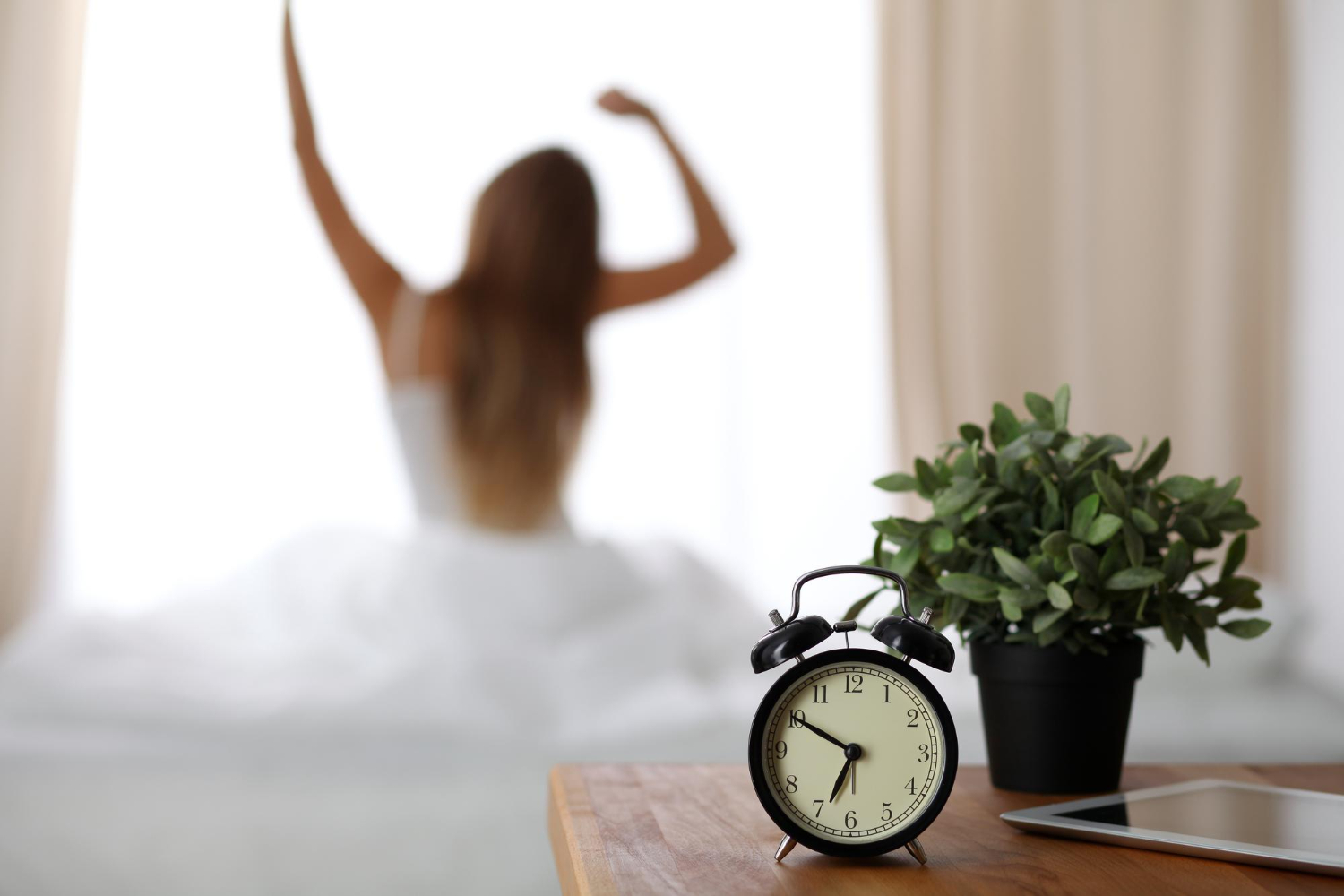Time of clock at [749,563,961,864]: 6:50
